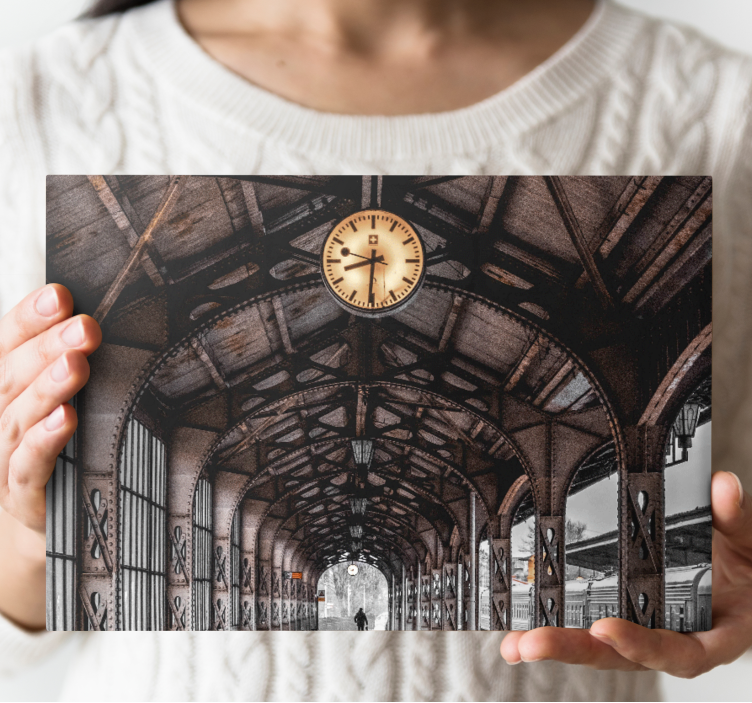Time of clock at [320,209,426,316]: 8:30
